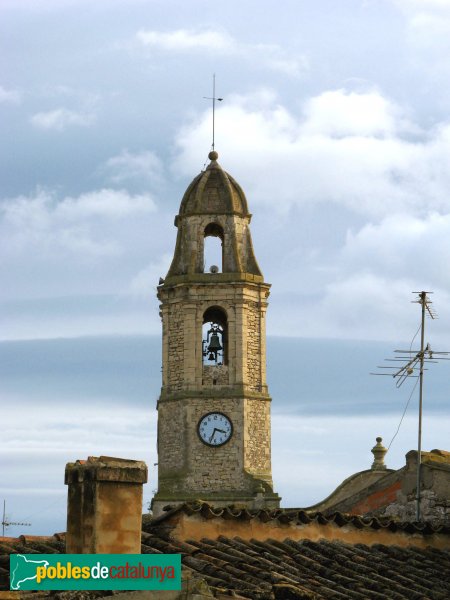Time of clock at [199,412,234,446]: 3:33
